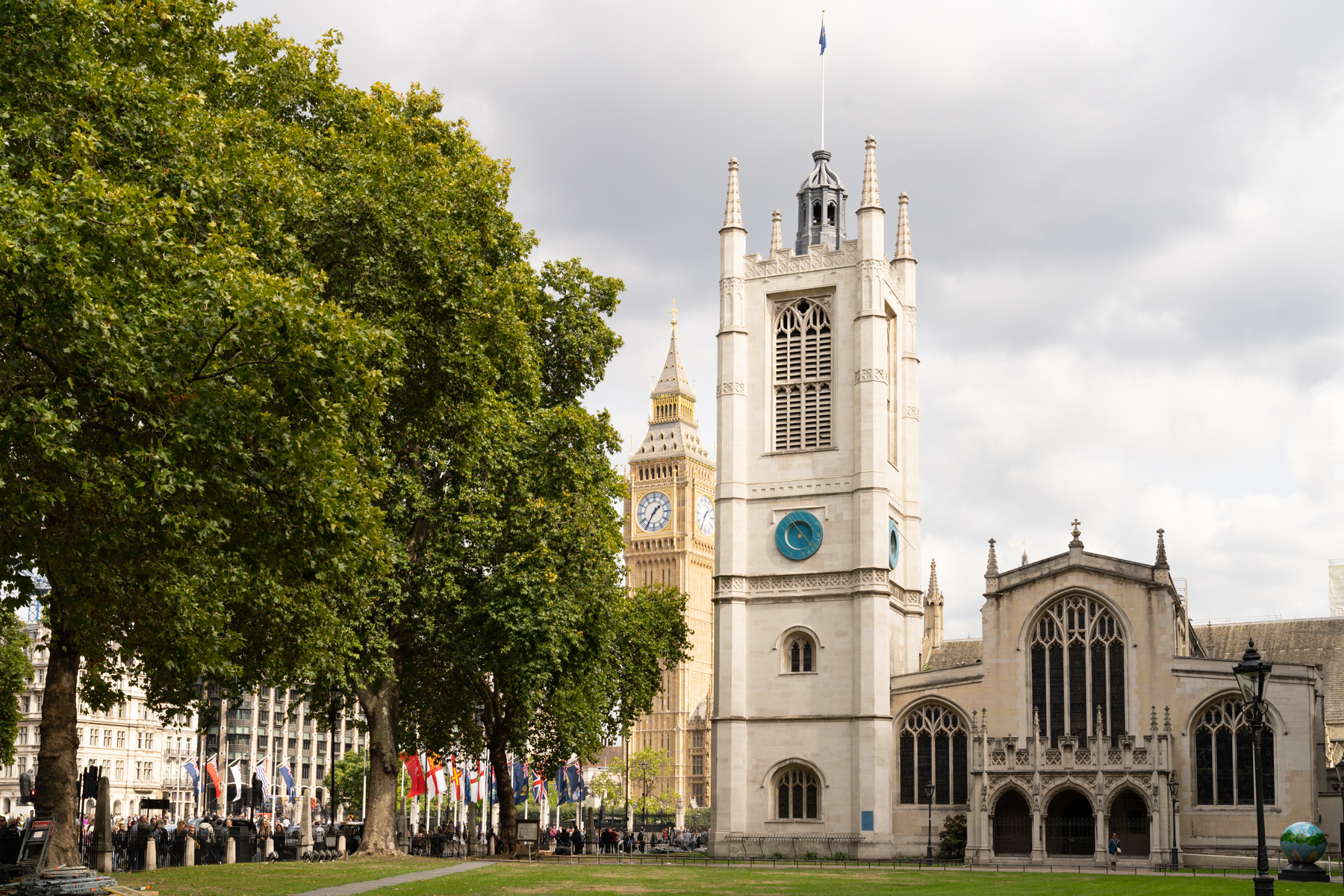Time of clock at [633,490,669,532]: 1:35
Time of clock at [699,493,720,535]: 1:34
